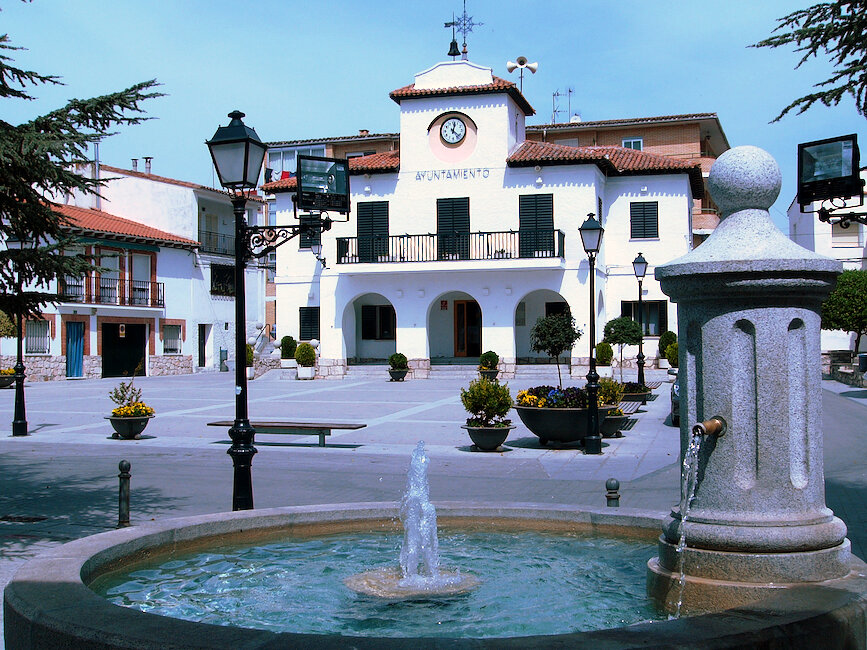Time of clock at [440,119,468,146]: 12:22
